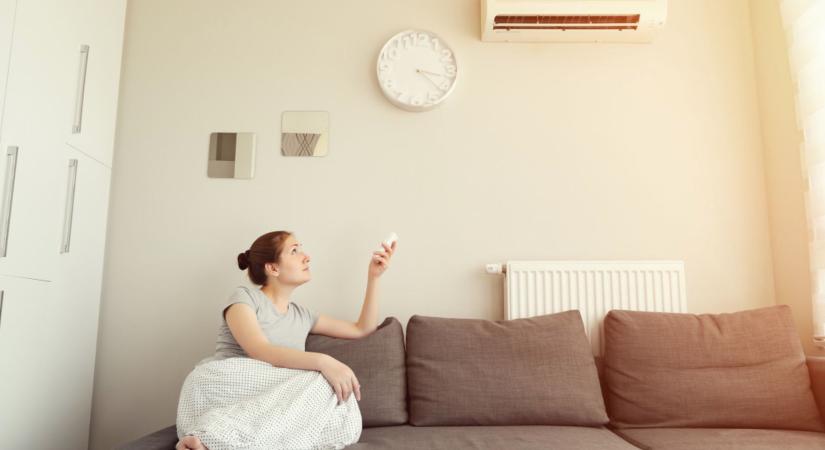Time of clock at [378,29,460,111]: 3:21
